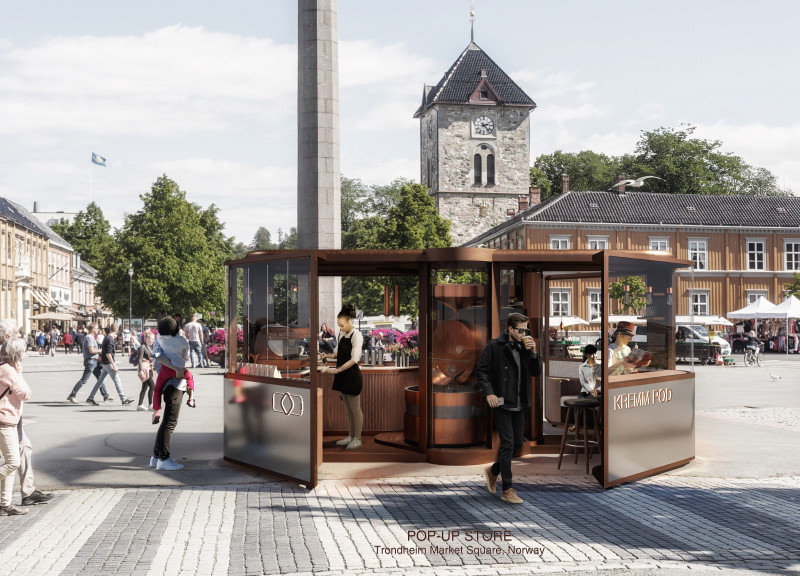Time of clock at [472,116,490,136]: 2:23
